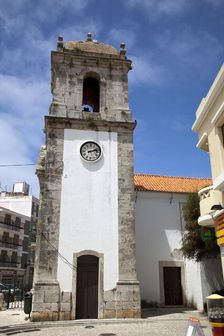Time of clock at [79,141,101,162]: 2:12
